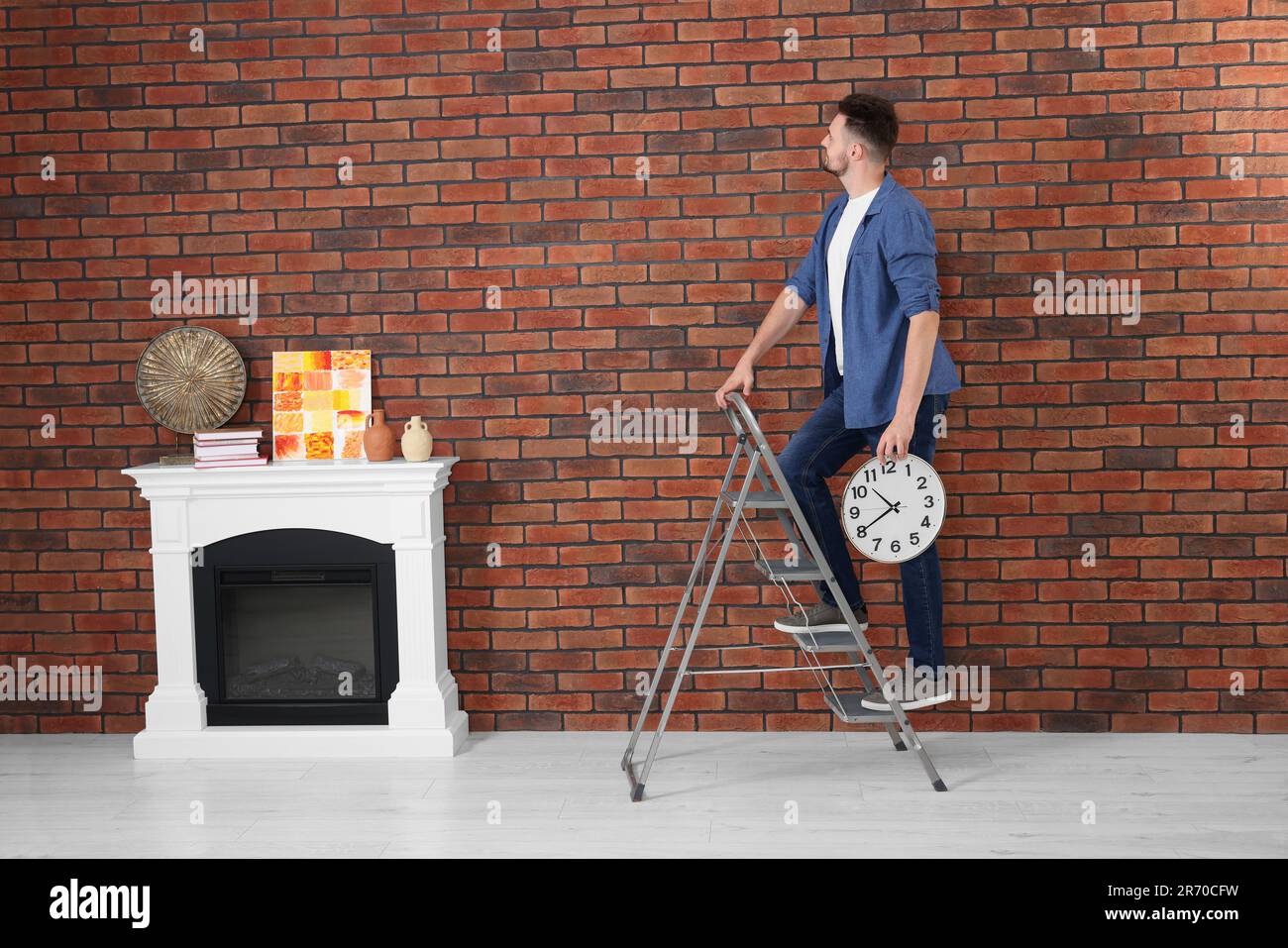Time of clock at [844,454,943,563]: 10:40
